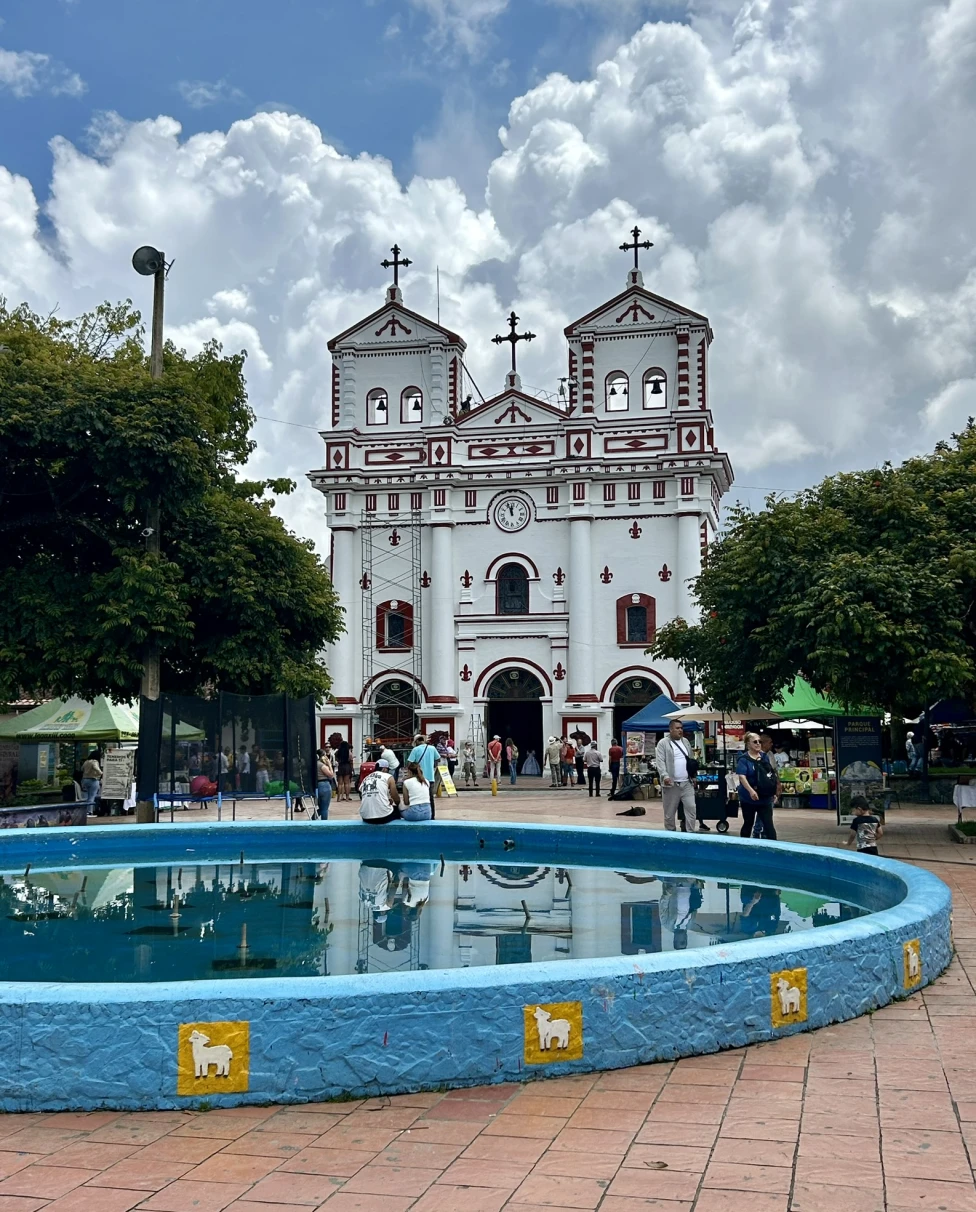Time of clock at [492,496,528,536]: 11:56
